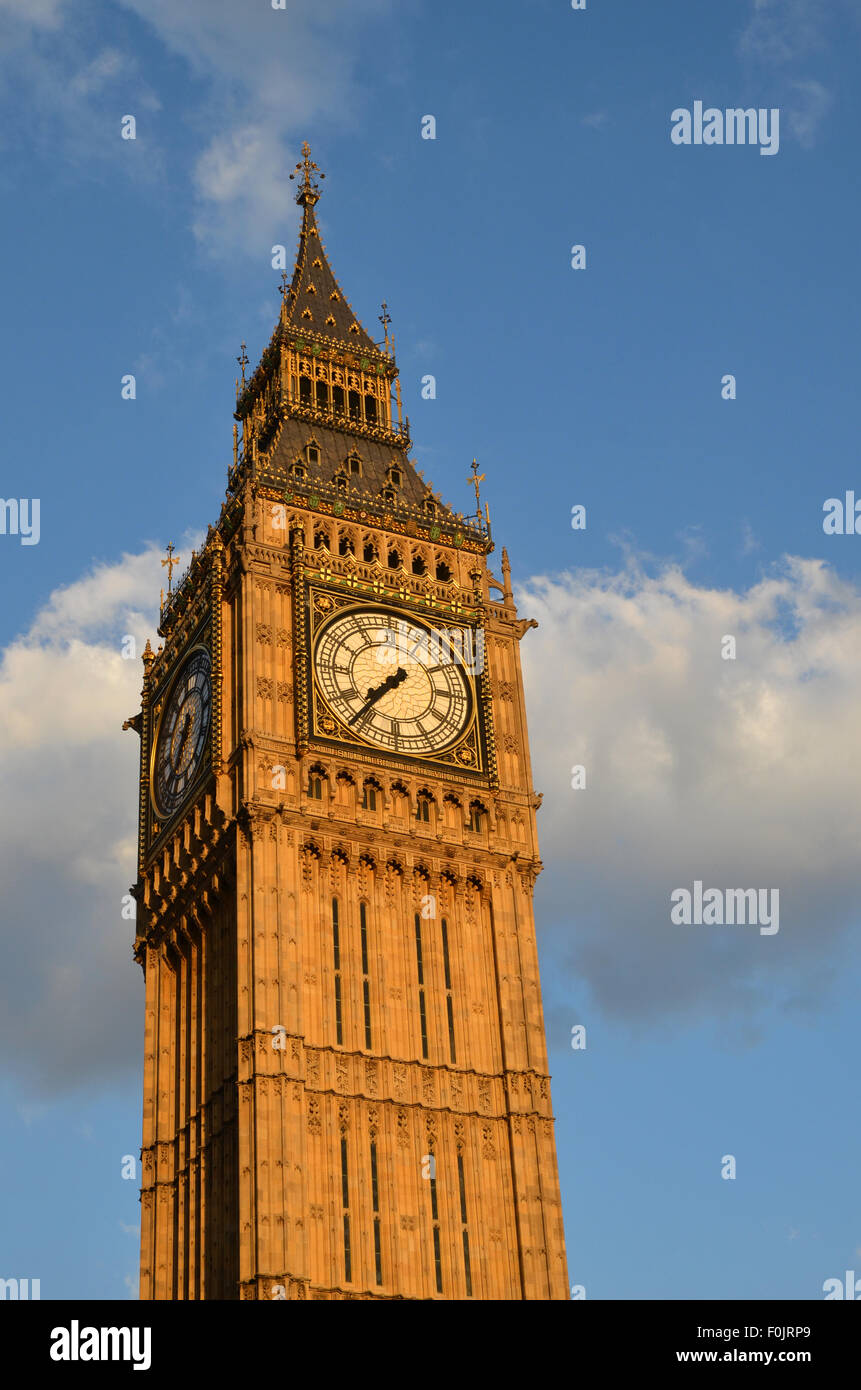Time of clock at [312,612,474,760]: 7:36
